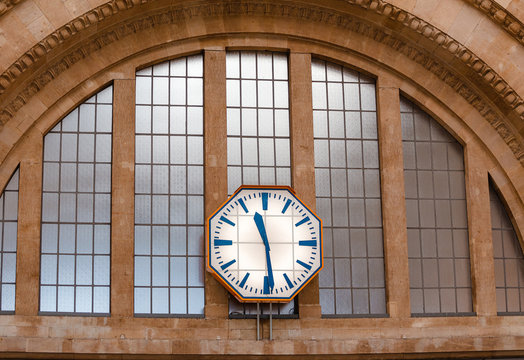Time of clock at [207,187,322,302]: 11:28
